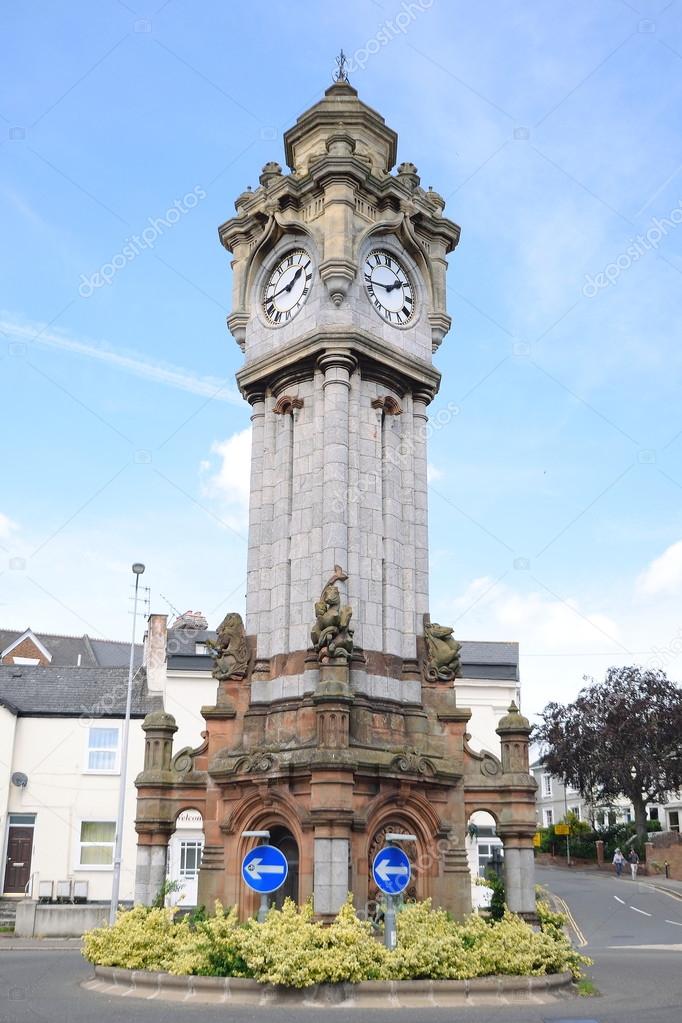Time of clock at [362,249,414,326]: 1:43
